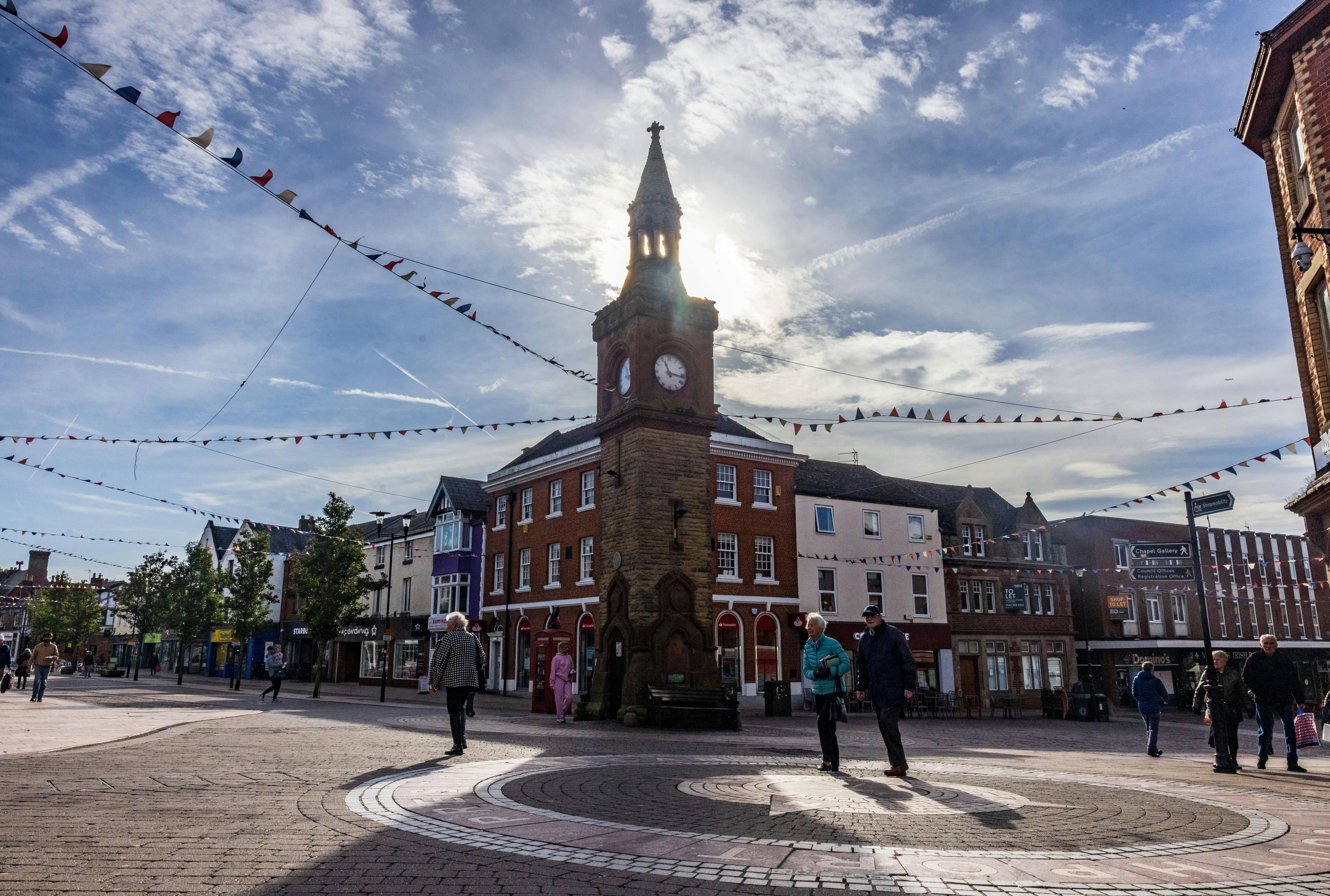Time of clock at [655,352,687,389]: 11:16
